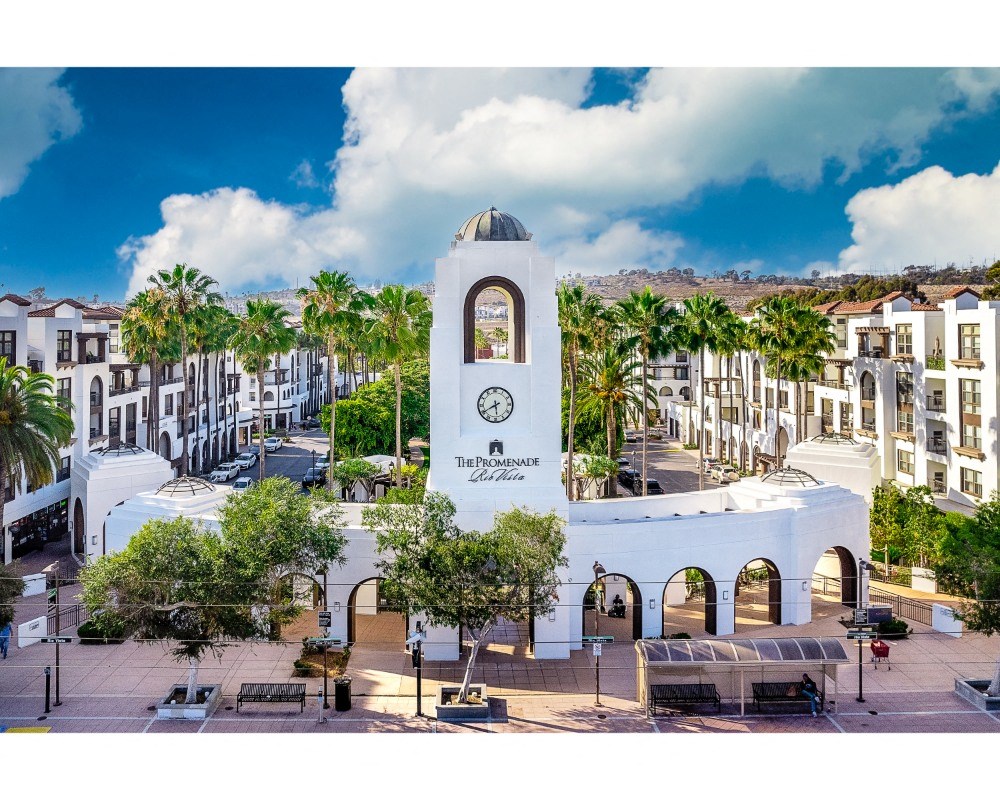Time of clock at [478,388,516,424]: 5:40
